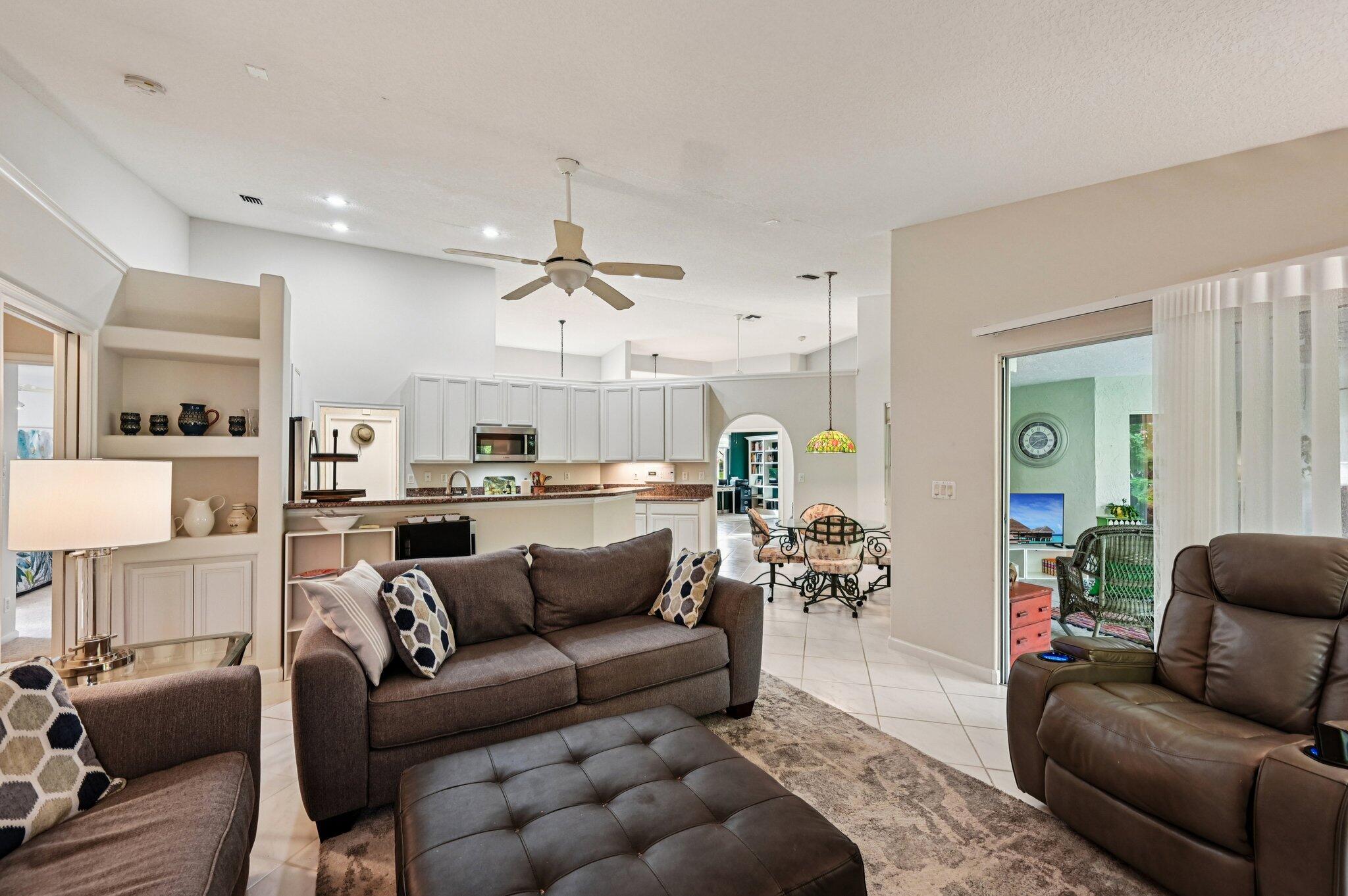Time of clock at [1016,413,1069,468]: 2:37
